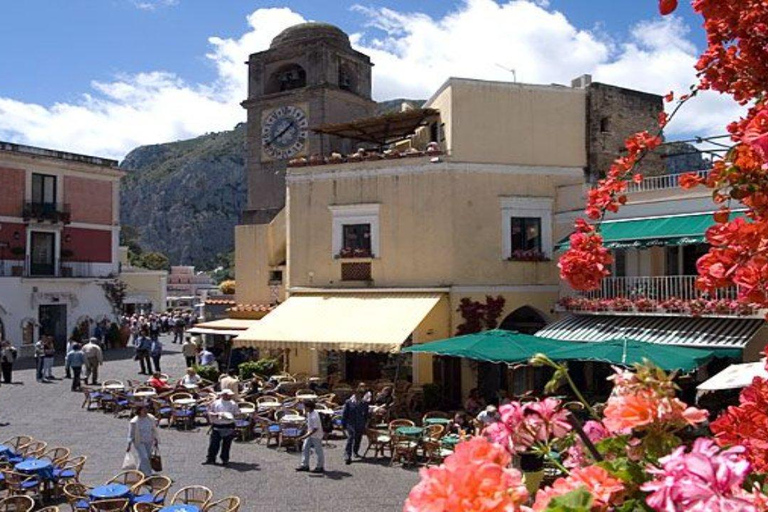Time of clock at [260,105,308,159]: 1:39
